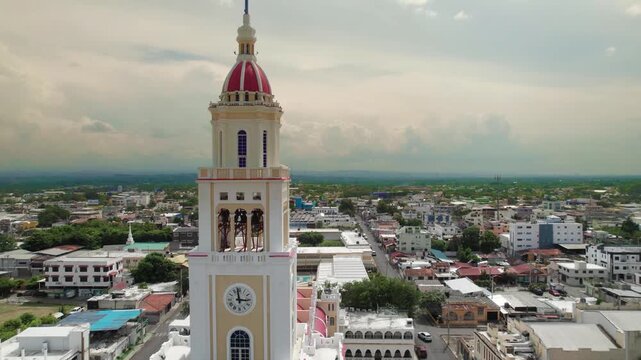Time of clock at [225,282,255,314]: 2:58
